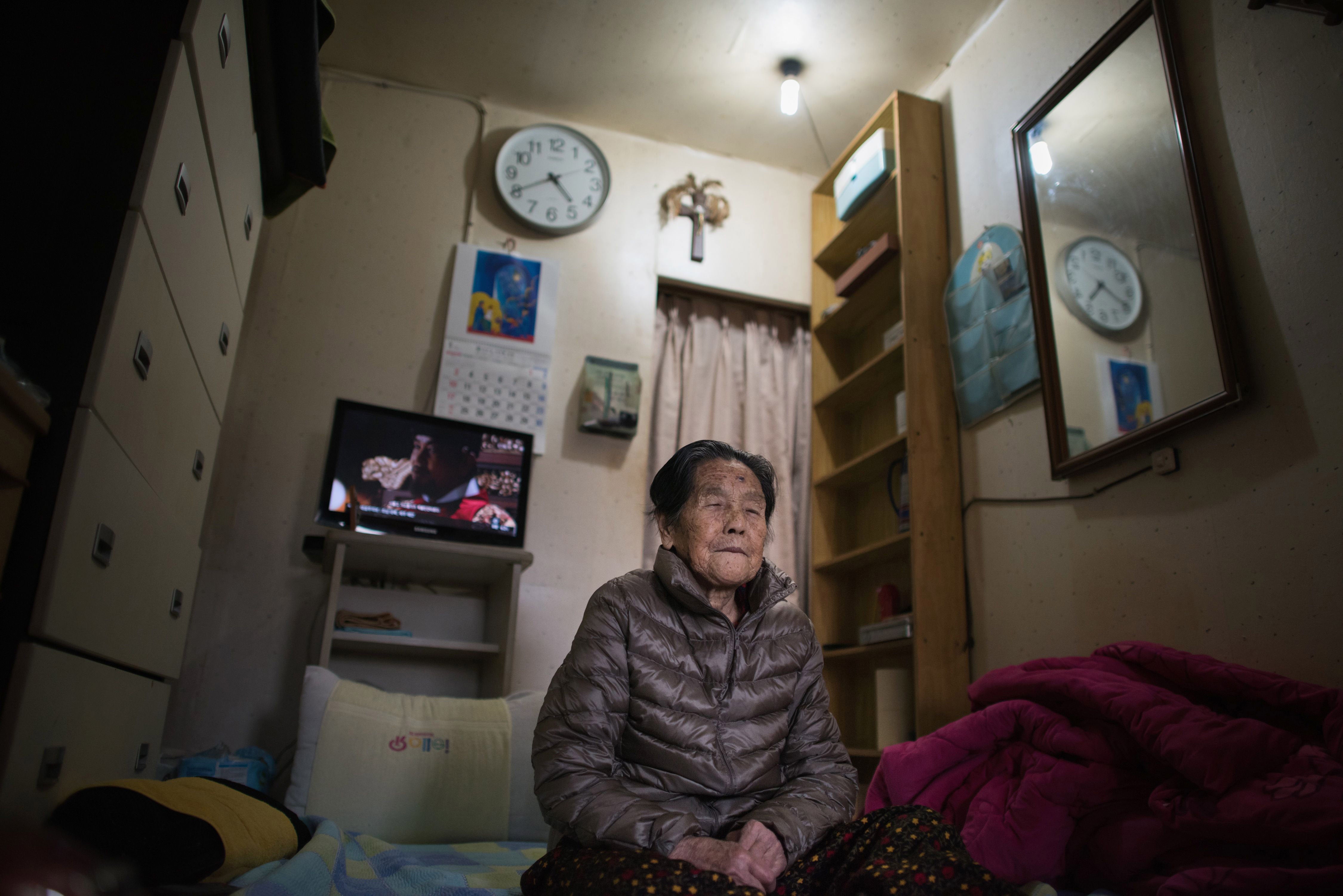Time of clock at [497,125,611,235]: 4:40
